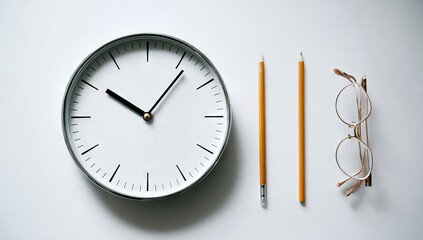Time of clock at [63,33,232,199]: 10:06
